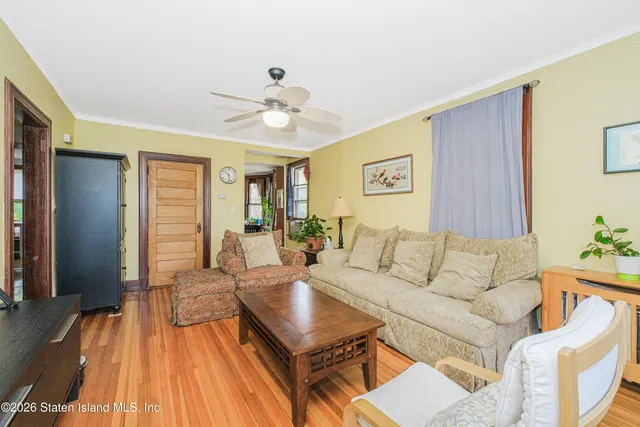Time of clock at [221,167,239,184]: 10:28
